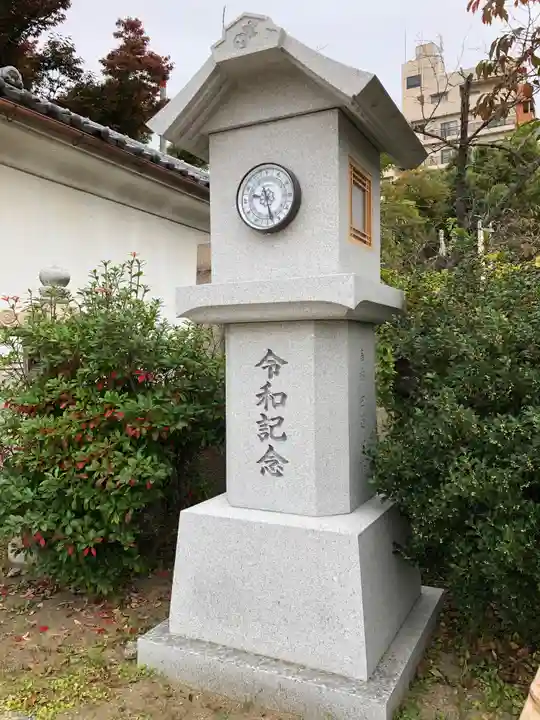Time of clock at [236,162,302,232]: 9:27
